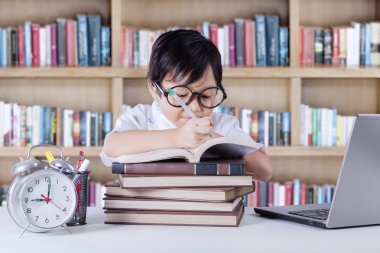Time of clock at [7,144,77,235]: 9:01
